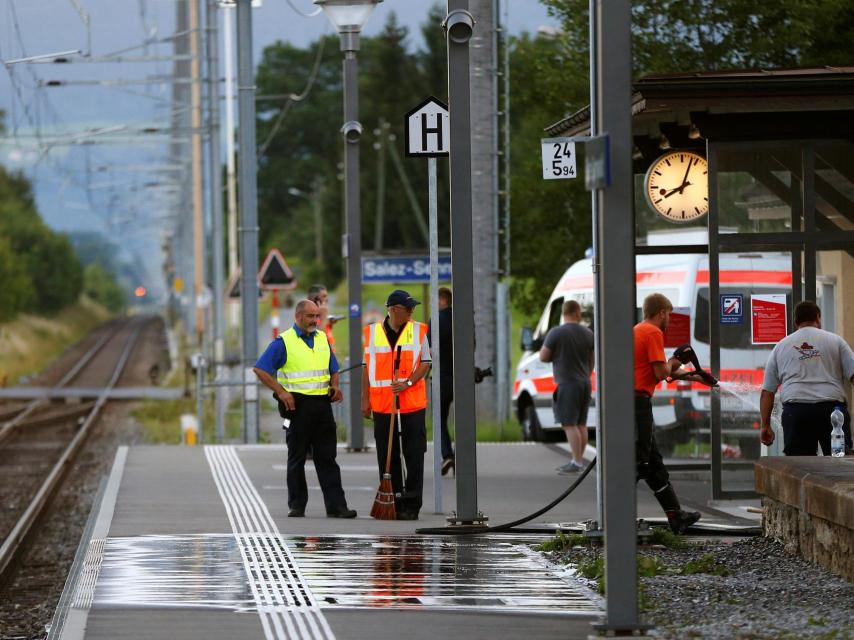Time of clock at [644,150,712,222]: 8:03
